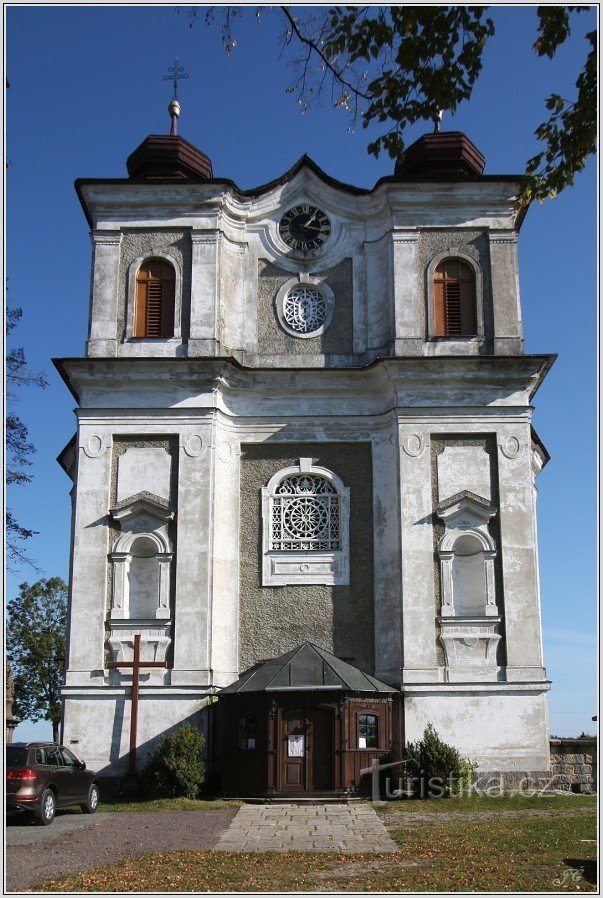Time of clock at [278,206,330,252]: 1:16
